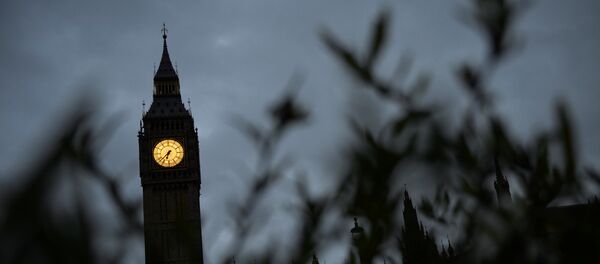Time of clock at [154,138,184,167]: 6:37
